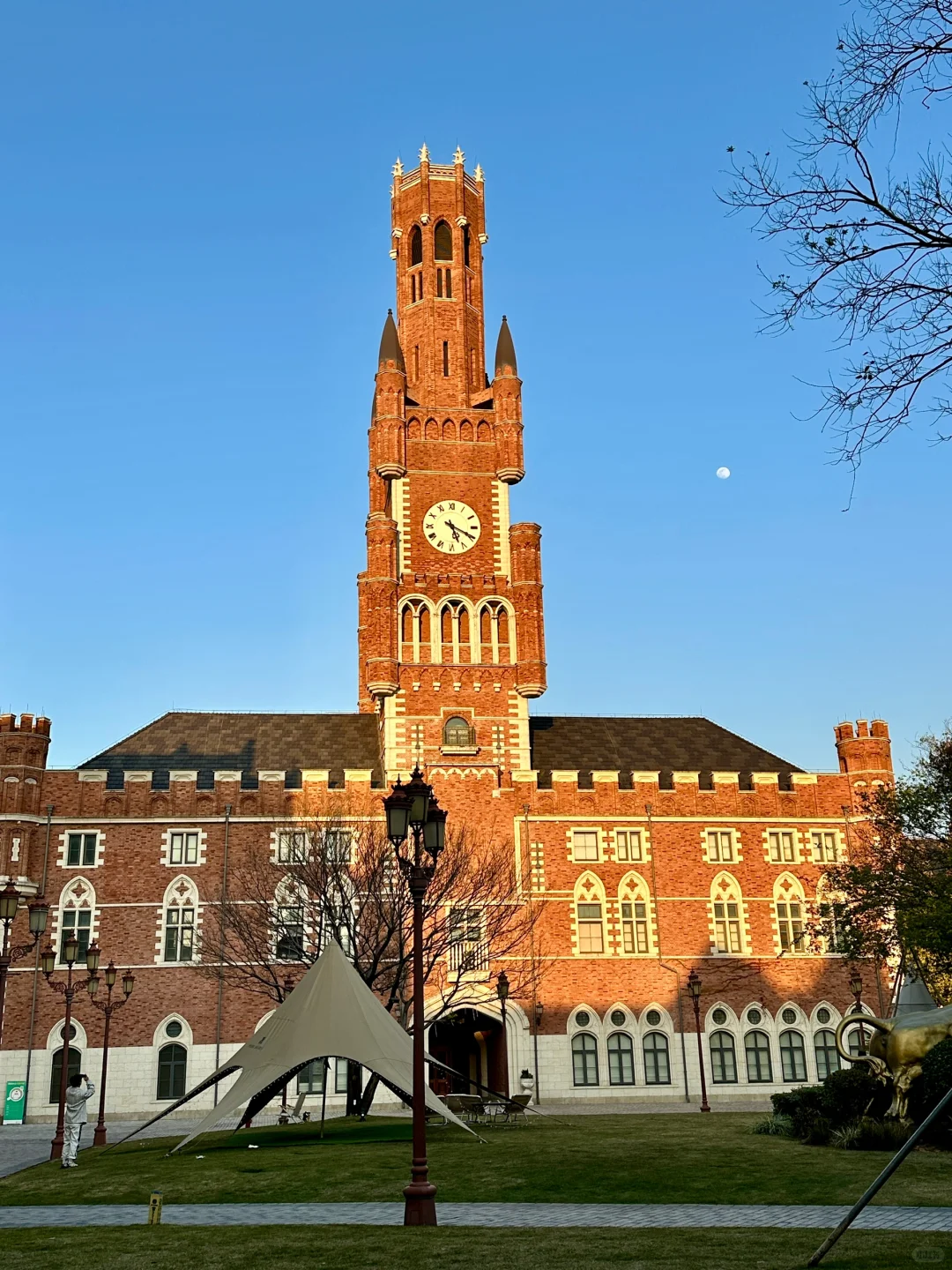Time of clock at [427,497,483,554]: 5:19
